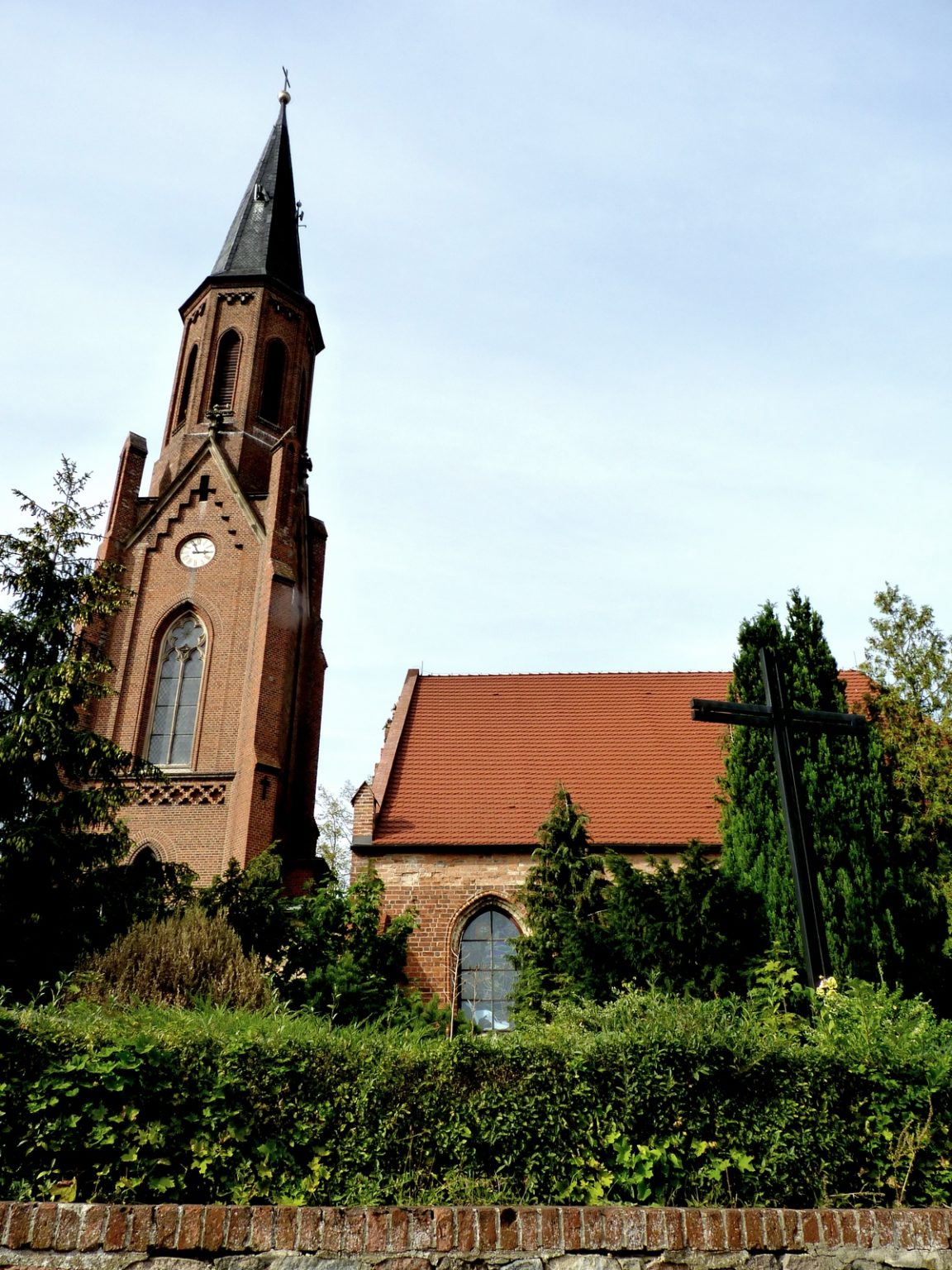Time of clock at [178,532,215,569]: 2:56
